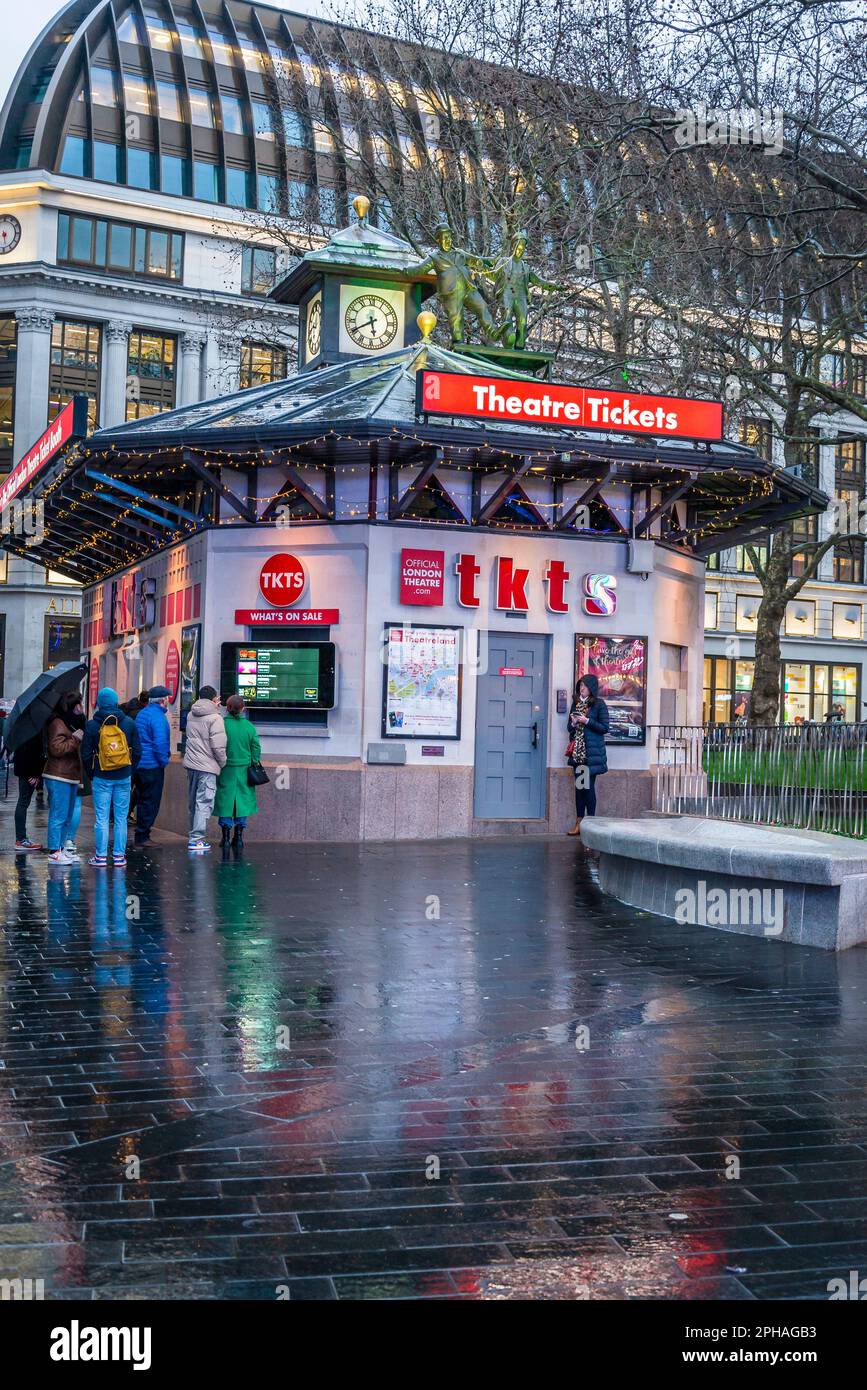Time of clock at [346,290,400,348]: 5:40
